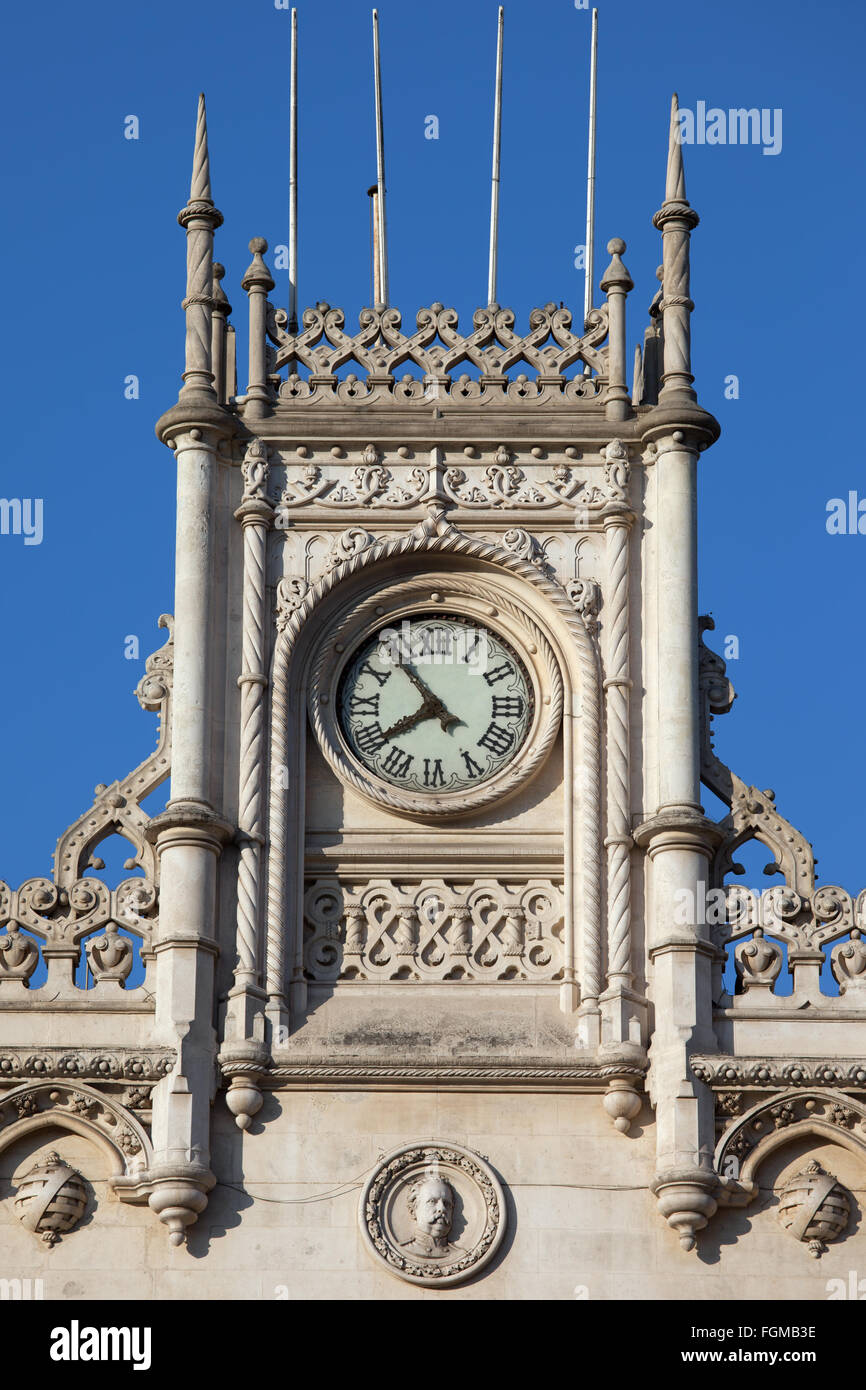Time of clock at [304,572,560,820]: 7:53
